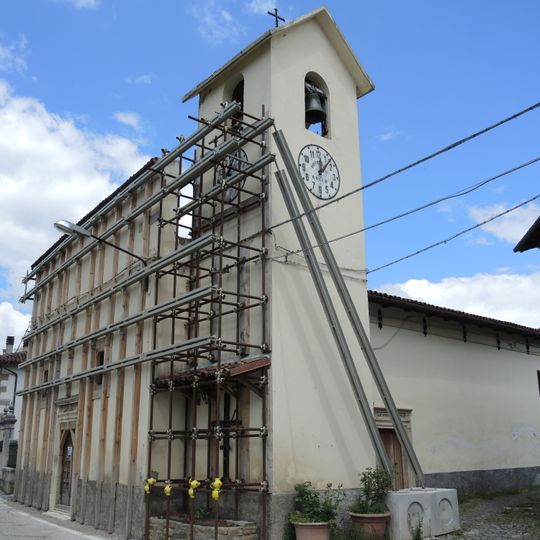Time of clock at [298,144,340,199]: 12:07
